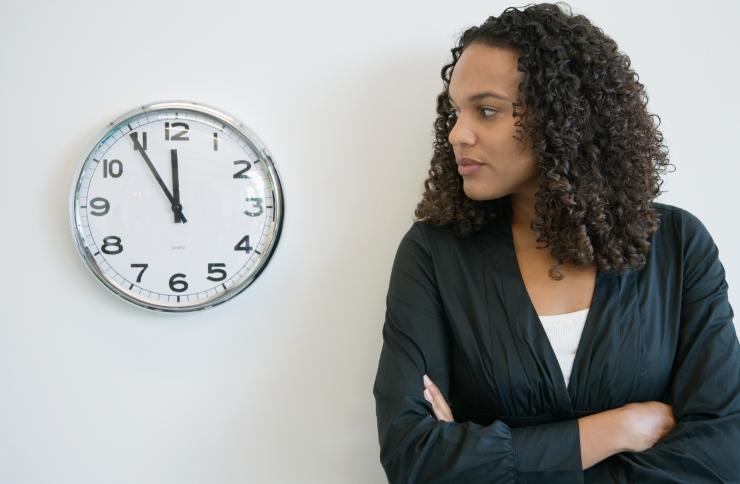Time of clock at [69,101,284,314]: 11:54
